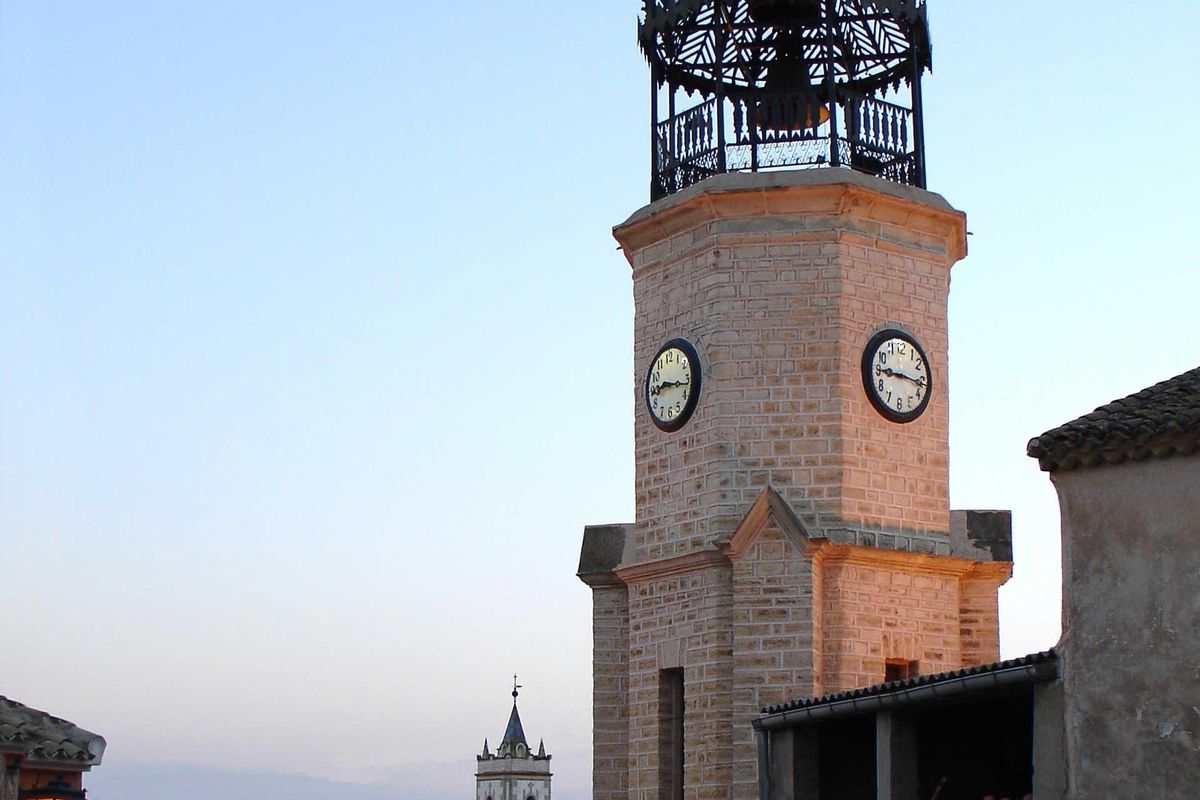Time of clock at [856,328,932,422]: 9:16
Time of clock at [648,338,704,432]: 9:17
